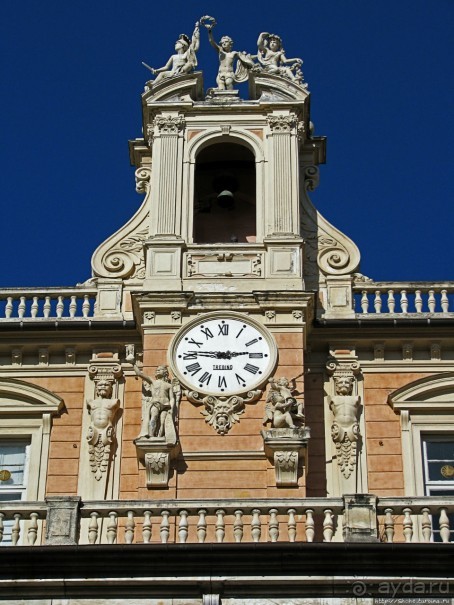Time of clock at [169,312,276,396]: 2:46
